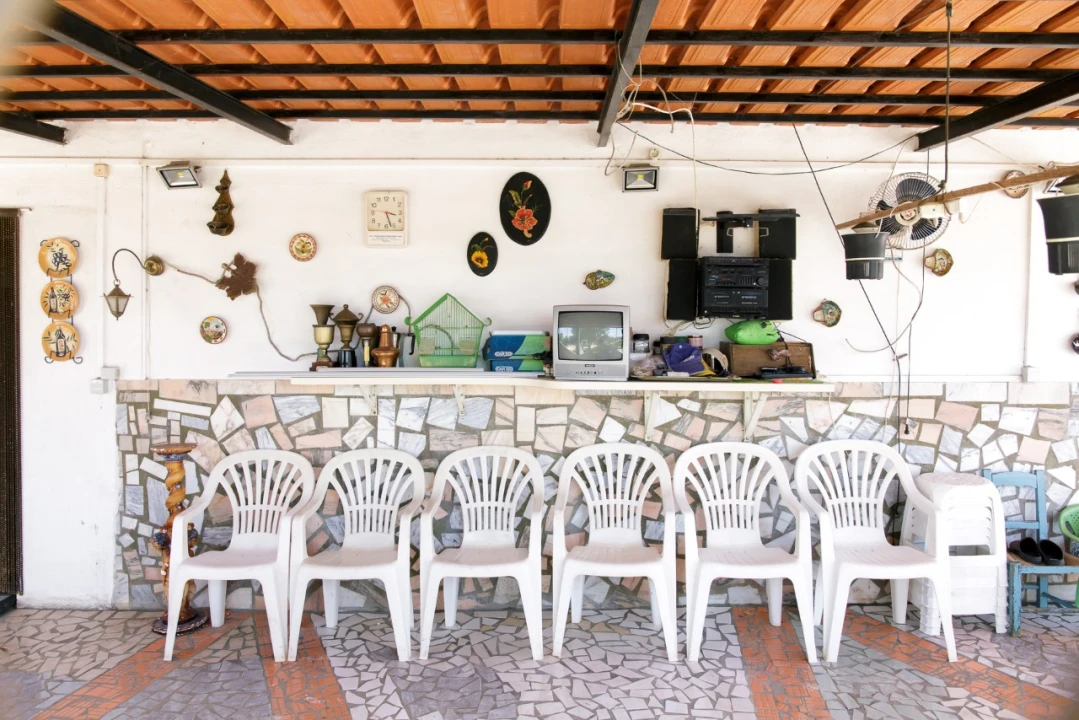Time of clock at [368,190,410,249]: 3:26
